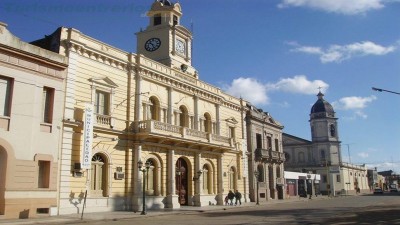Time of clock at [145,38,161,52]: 10:26
